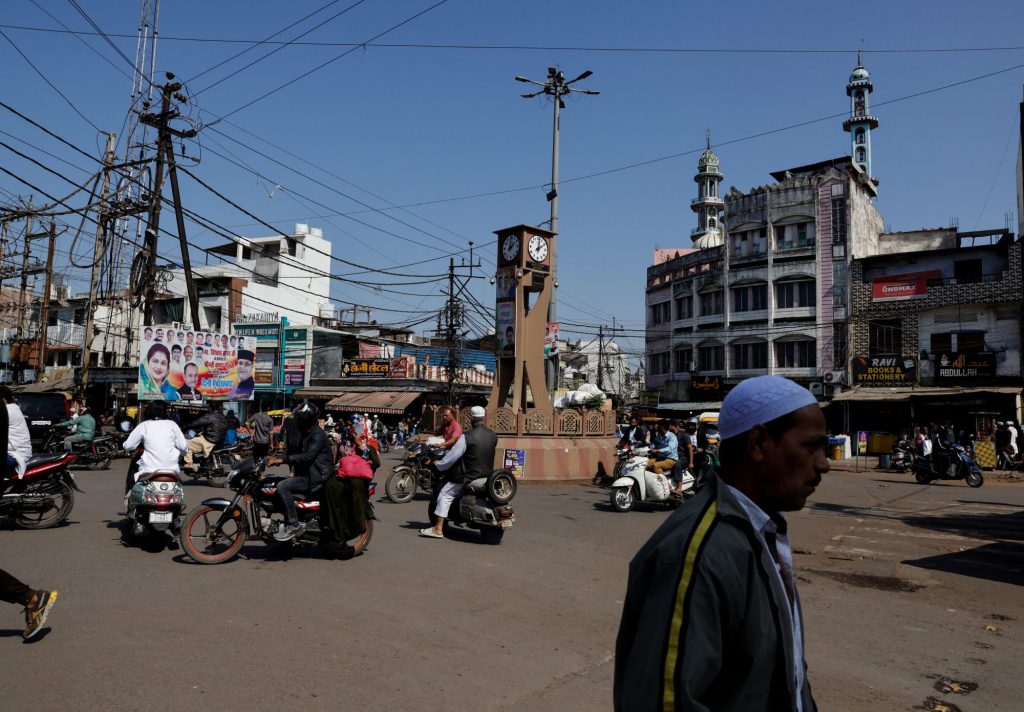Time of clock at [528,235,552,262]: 2:01
